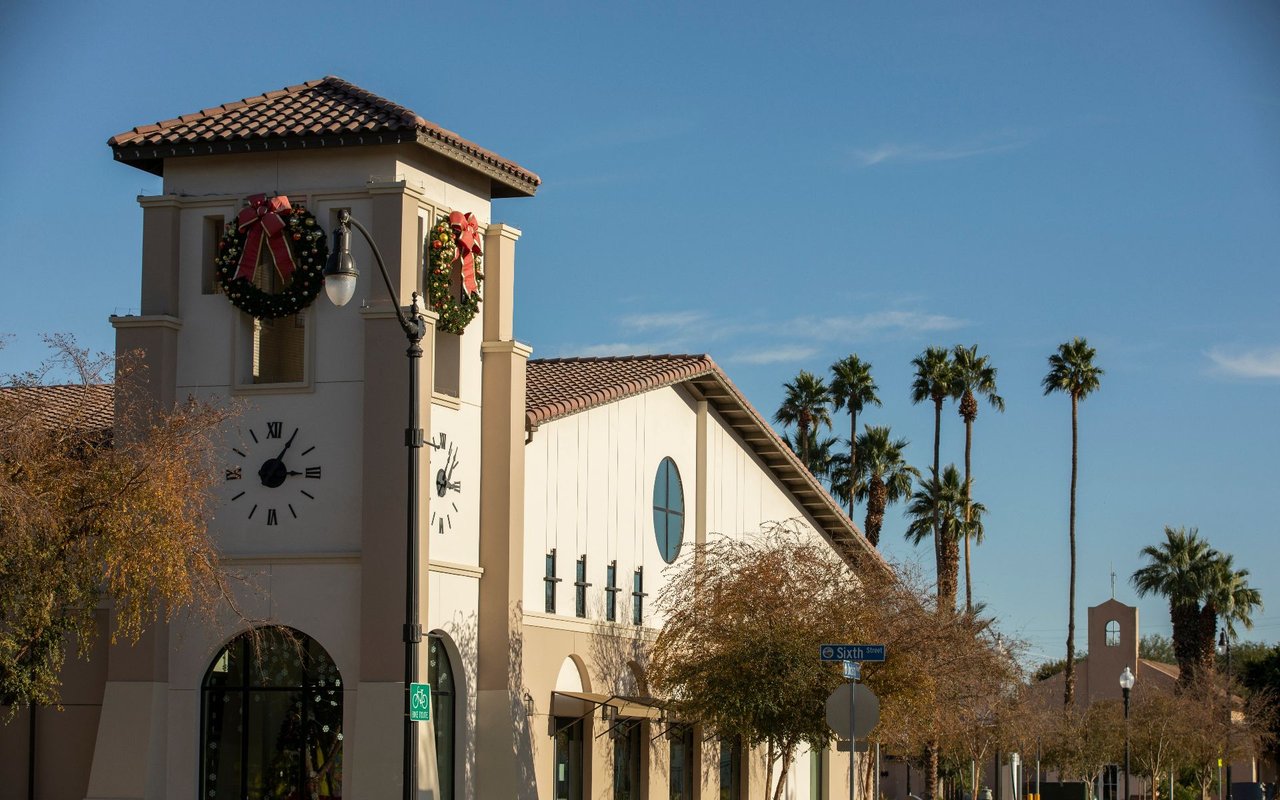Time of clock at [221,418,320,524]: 3:05
